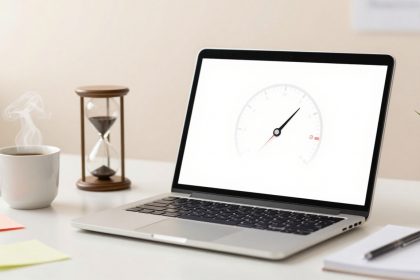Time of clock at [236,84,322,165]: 1:06
